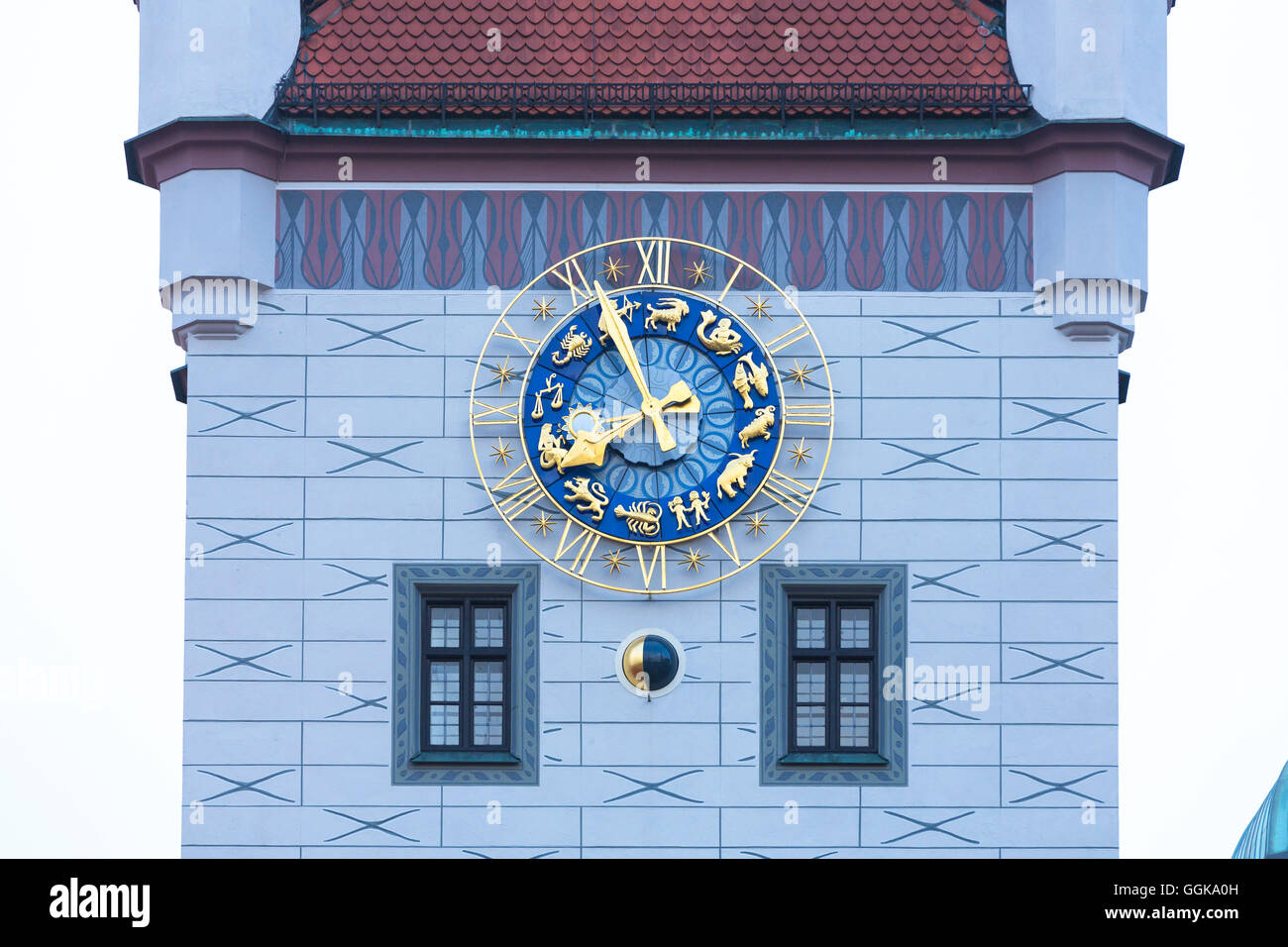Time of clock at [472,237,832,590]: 7:55
